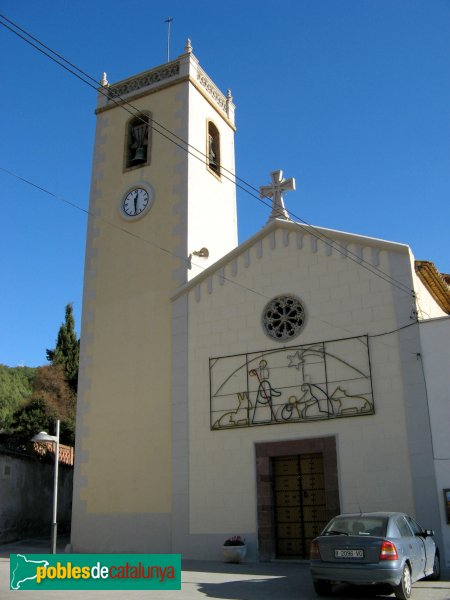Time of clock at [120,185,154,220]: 12:29
